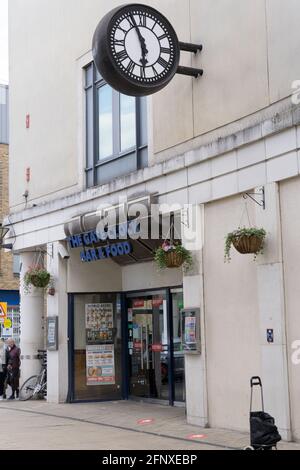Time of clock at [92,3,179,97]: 5:55
